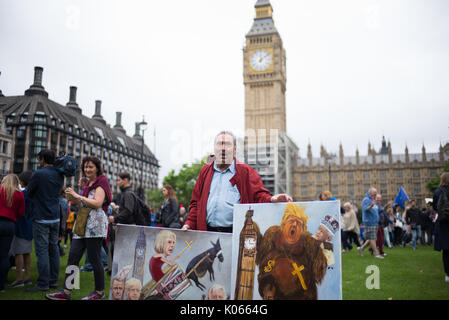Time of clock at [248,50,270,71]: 12:08
